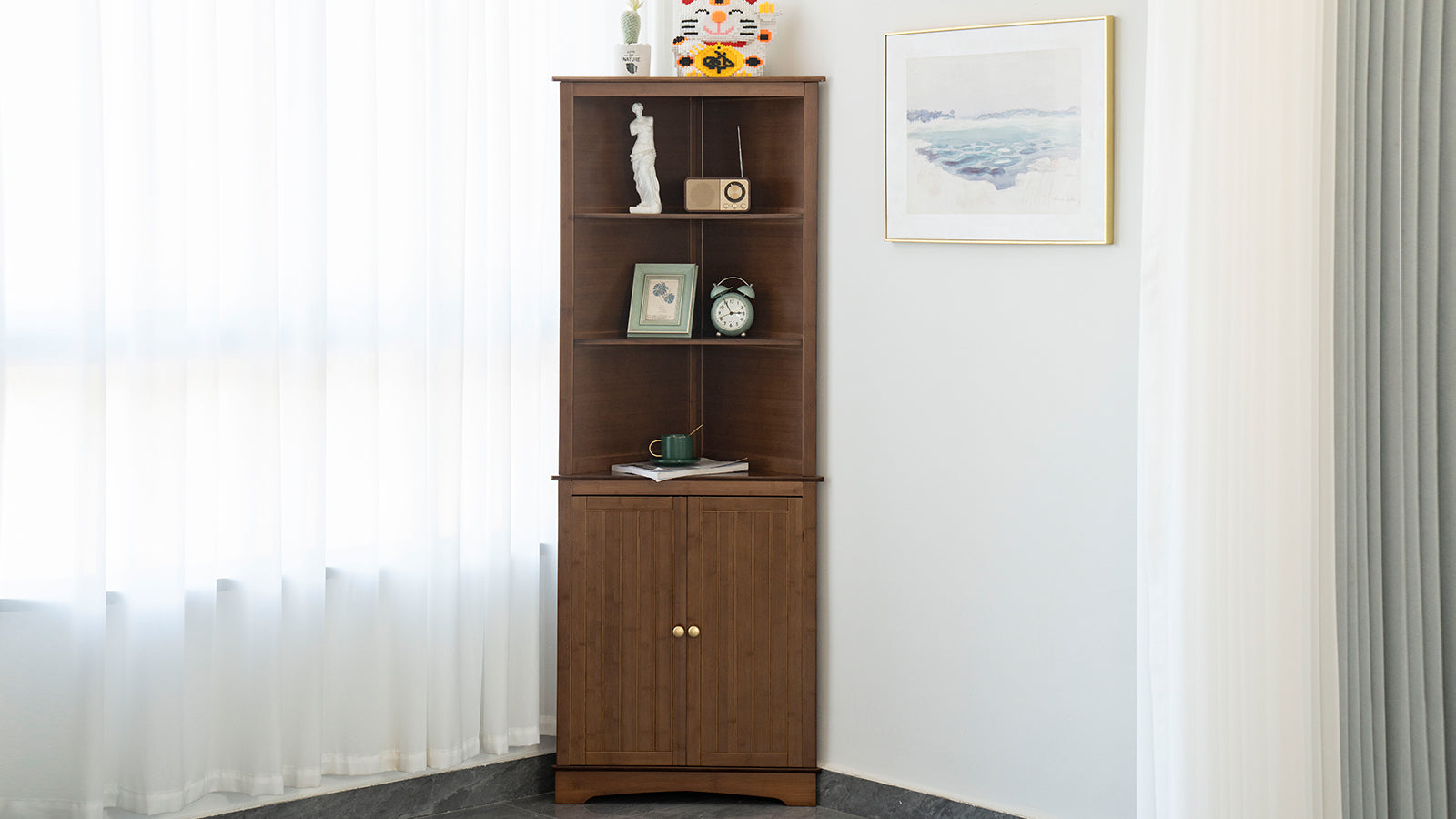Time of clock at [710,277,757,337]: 2:55
